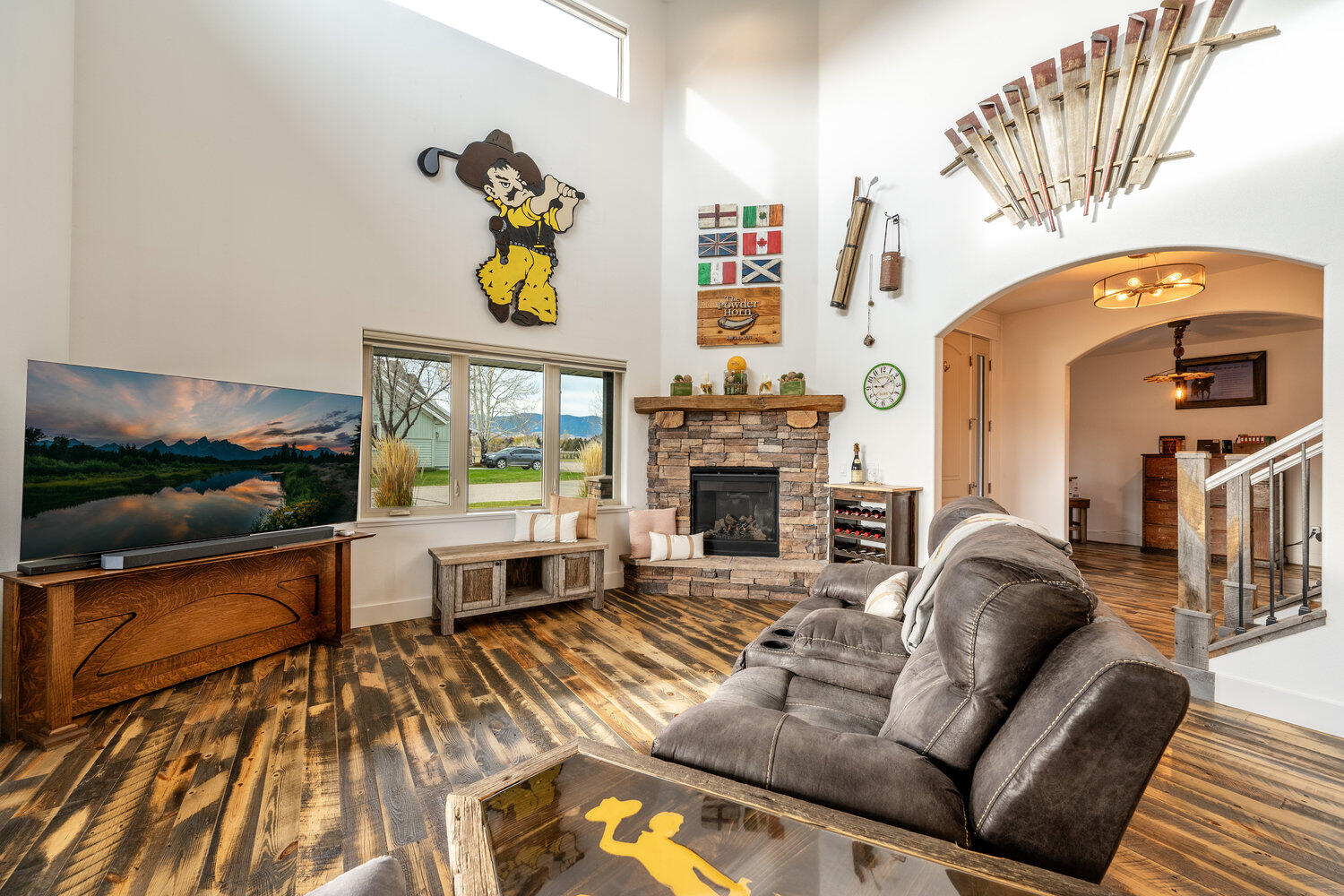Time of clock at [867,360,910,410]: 9:10
